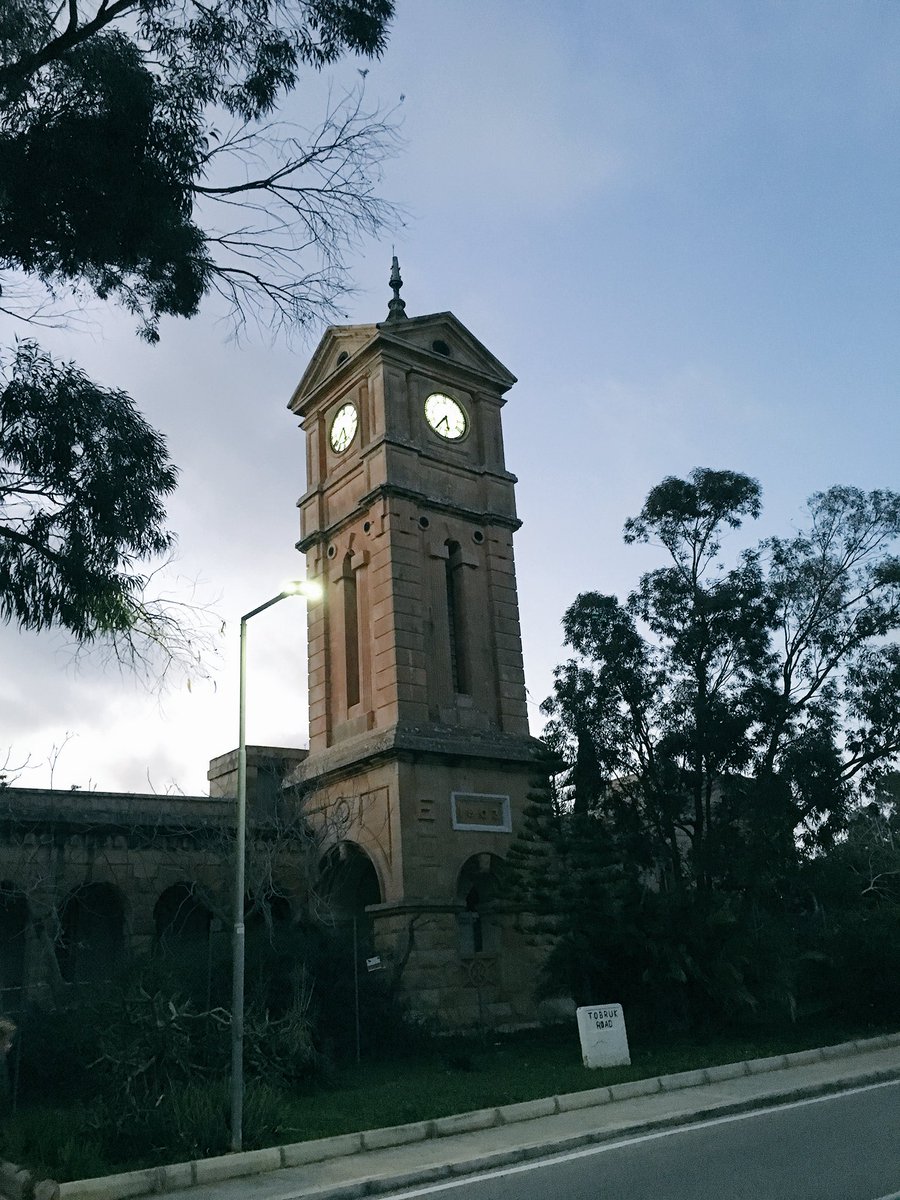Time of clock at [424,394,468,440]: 5:36
